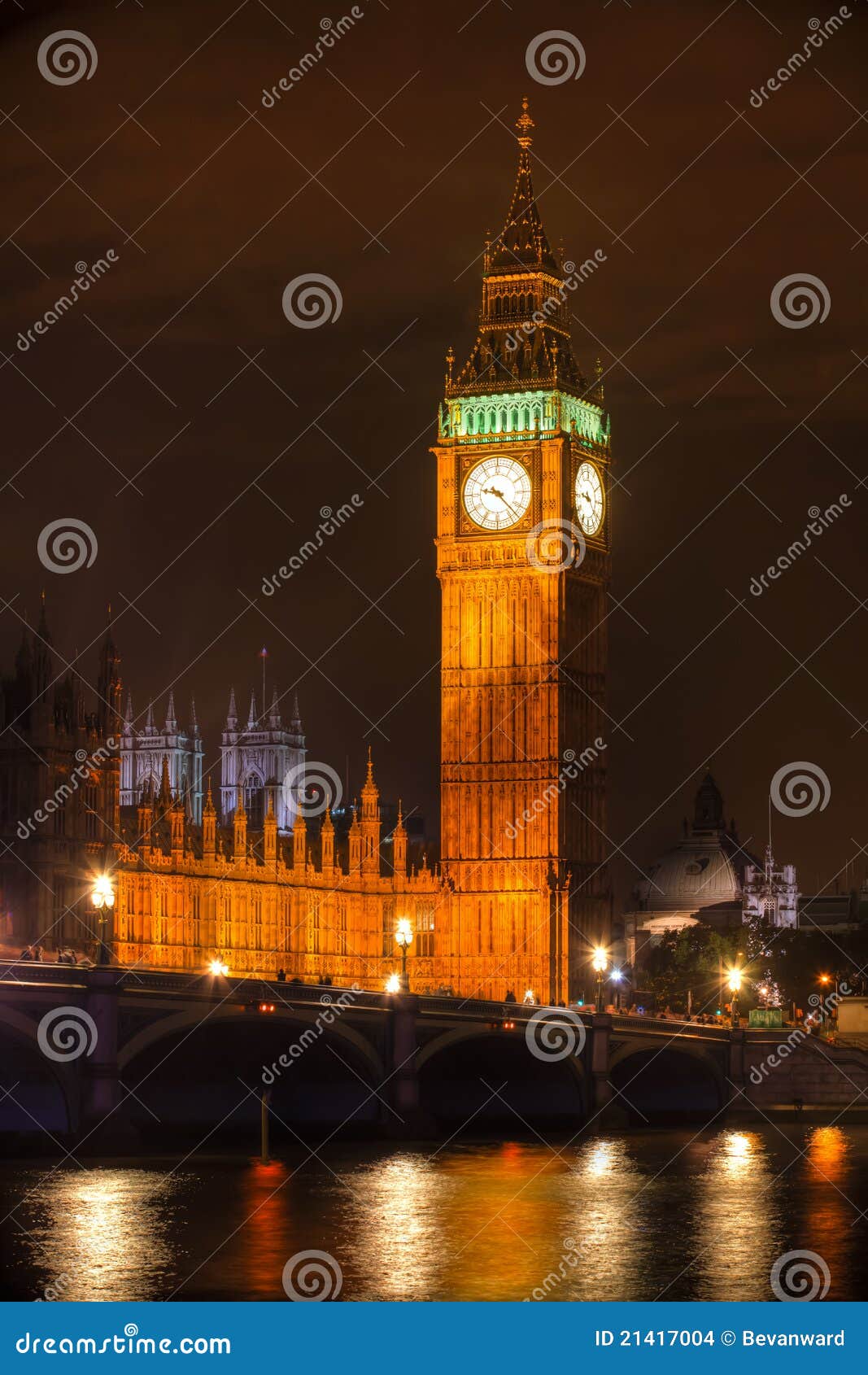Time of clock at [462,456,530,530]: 9:22
